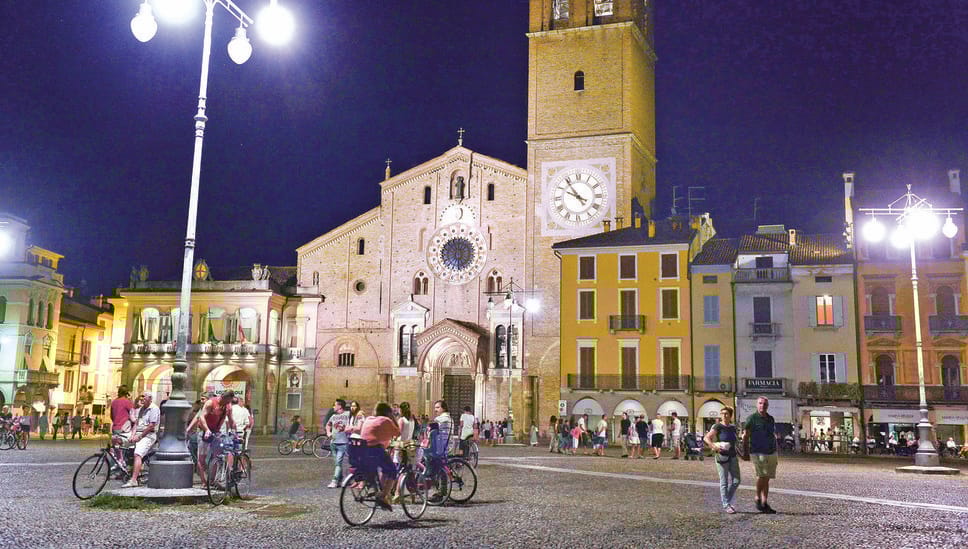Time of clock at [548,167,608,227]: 9:54
